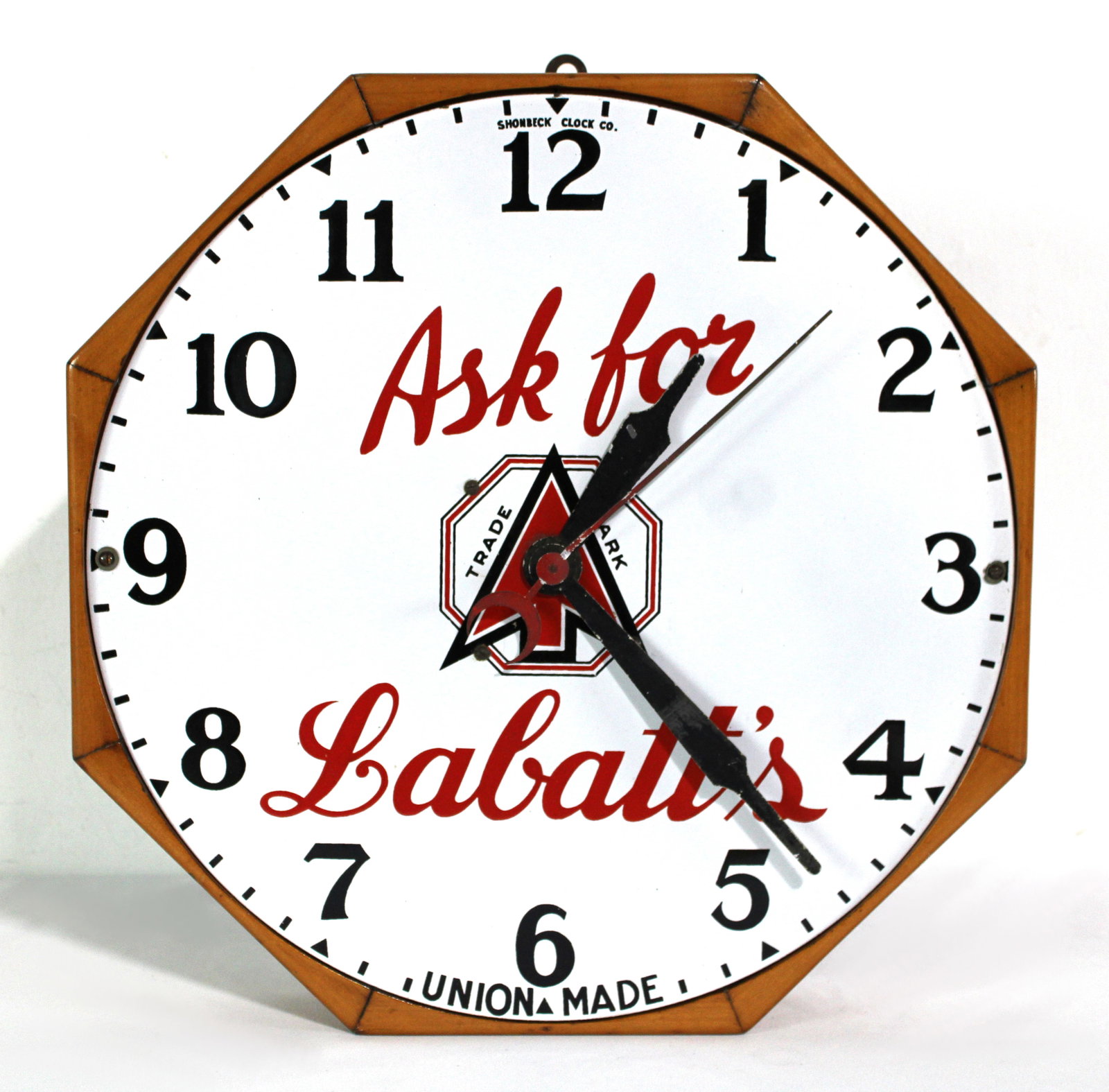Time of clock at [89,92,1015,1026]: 1:23
